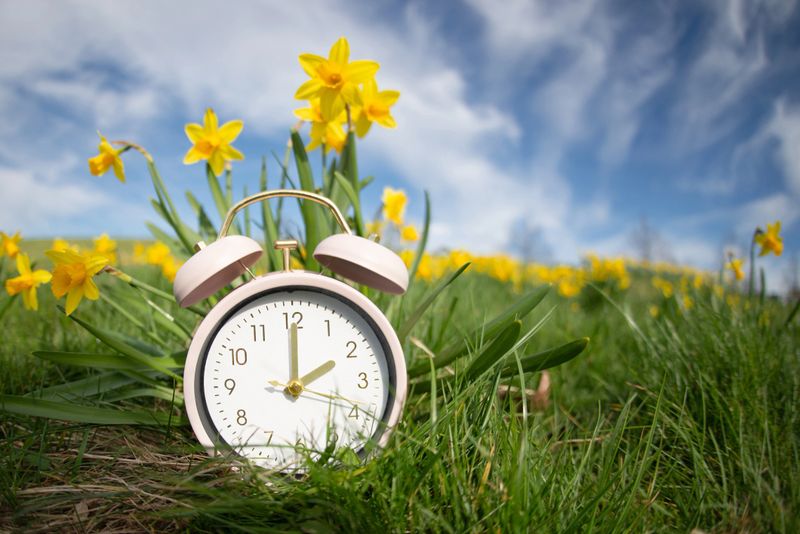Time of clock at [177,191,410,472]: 2:00
